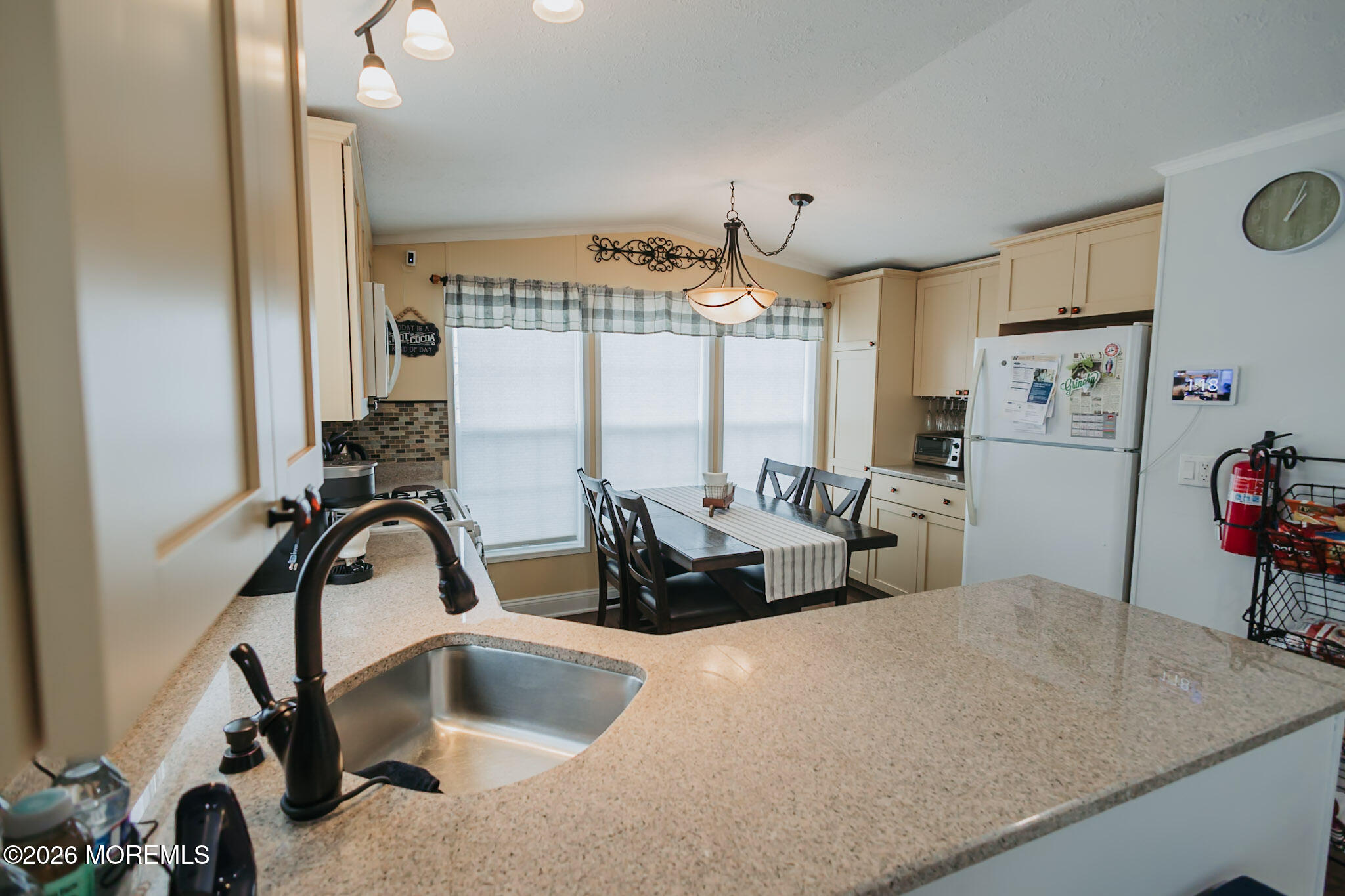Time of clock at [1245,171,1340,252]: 1:02
